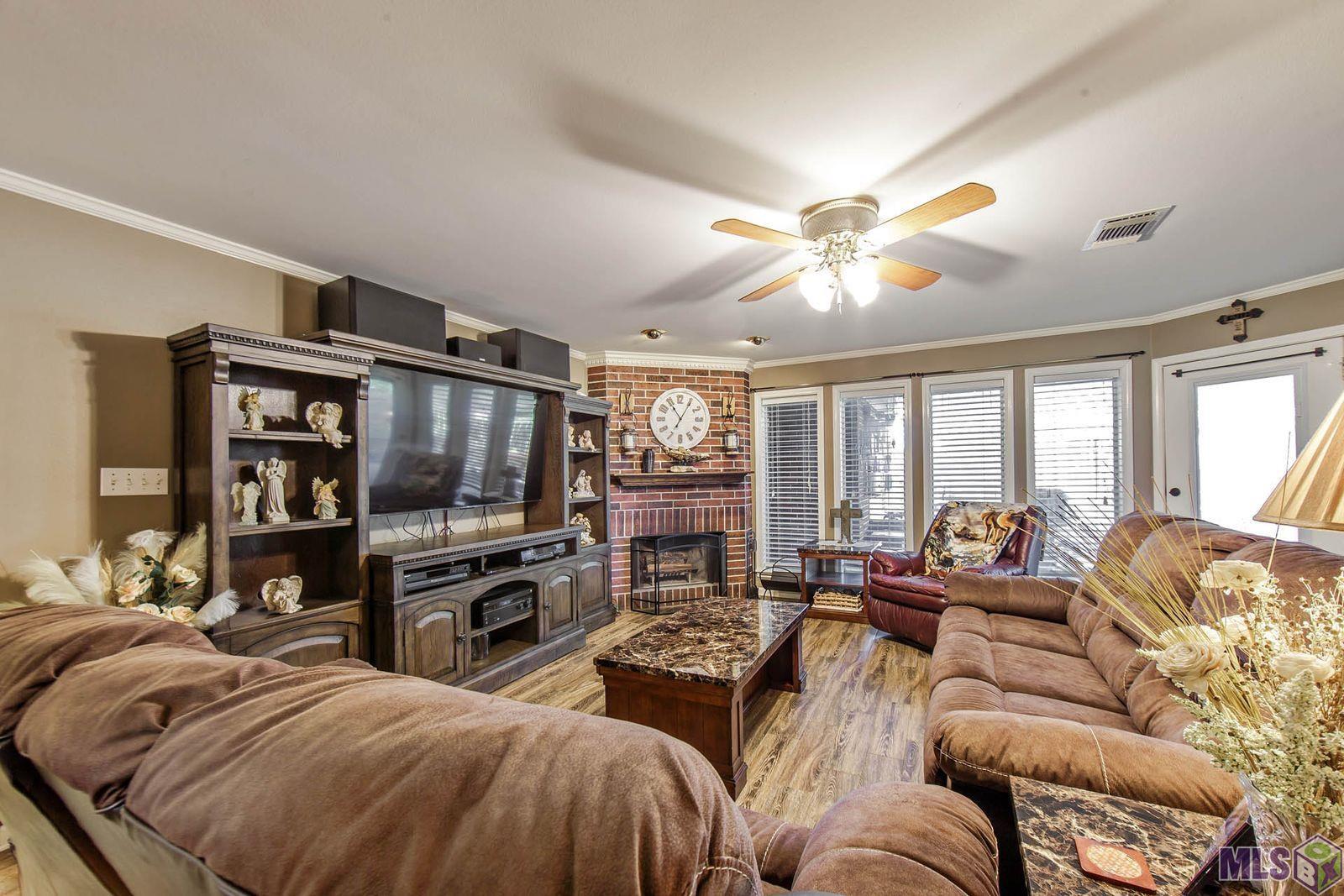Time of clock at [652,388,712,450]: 11:05
